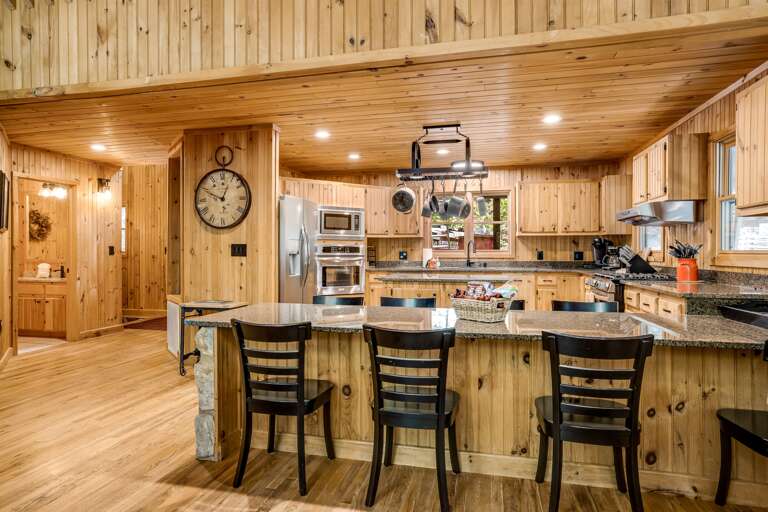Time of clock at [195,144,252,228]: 12:49
